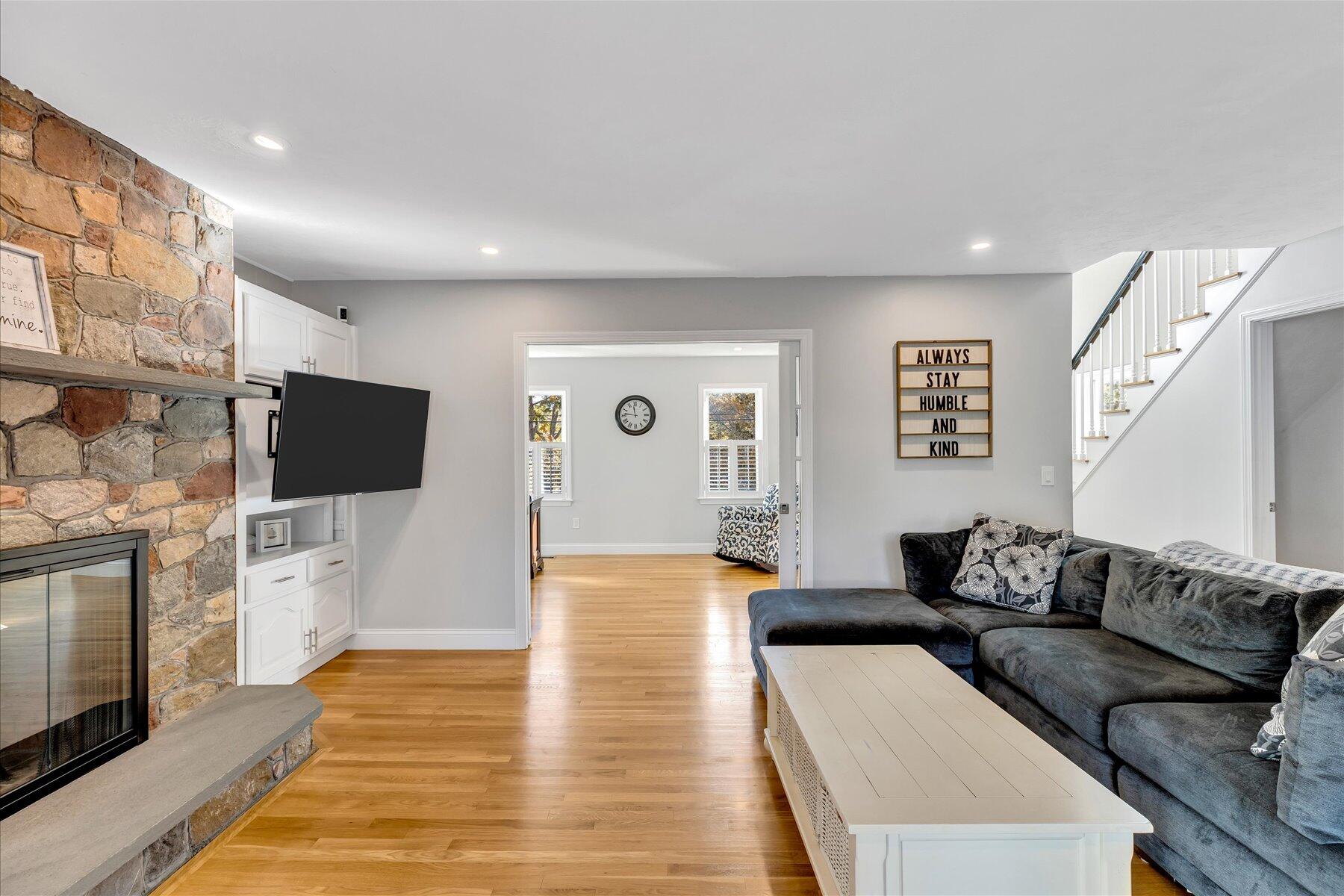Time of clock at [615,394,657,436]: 11:46
